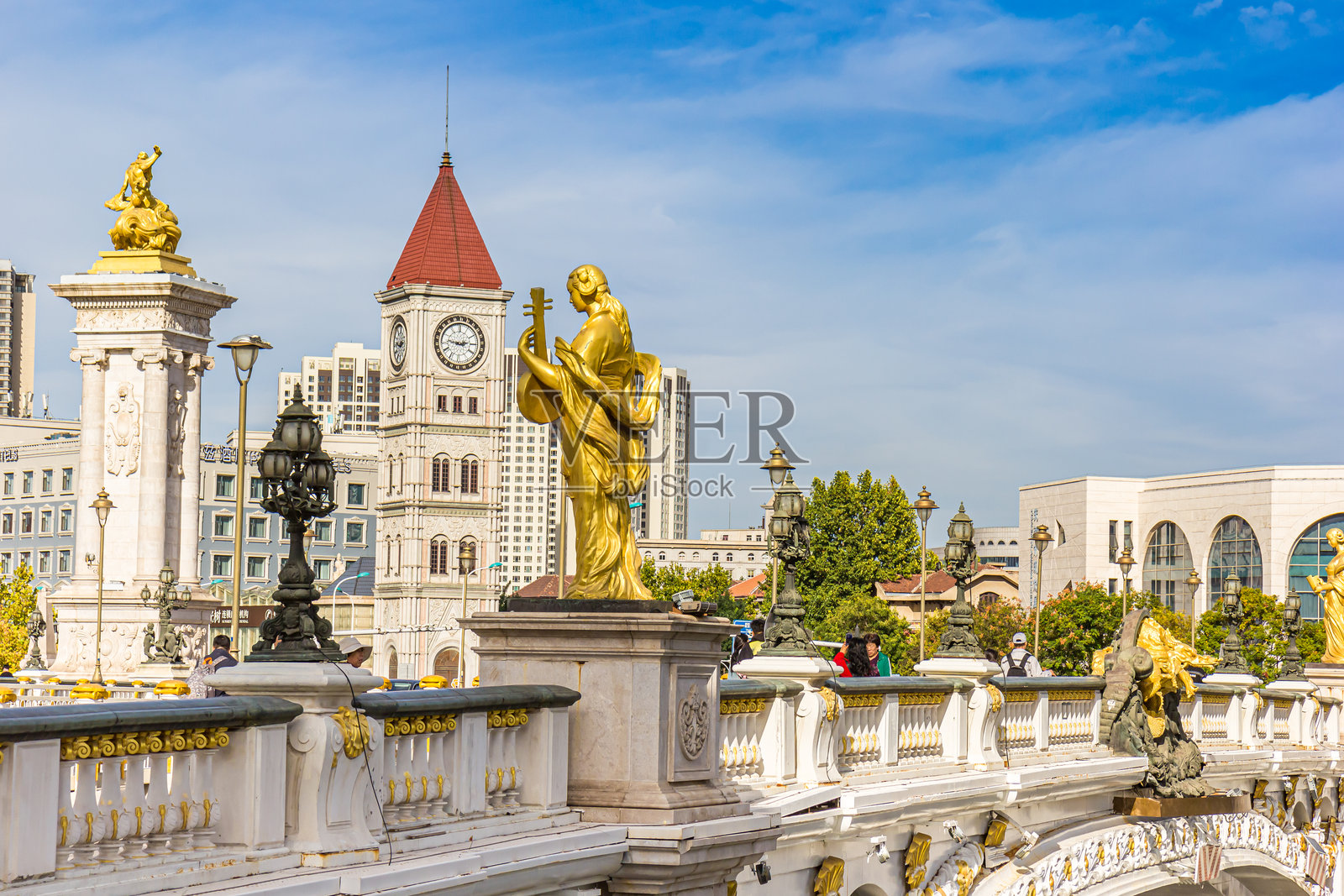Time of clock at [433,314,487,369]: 2:46
